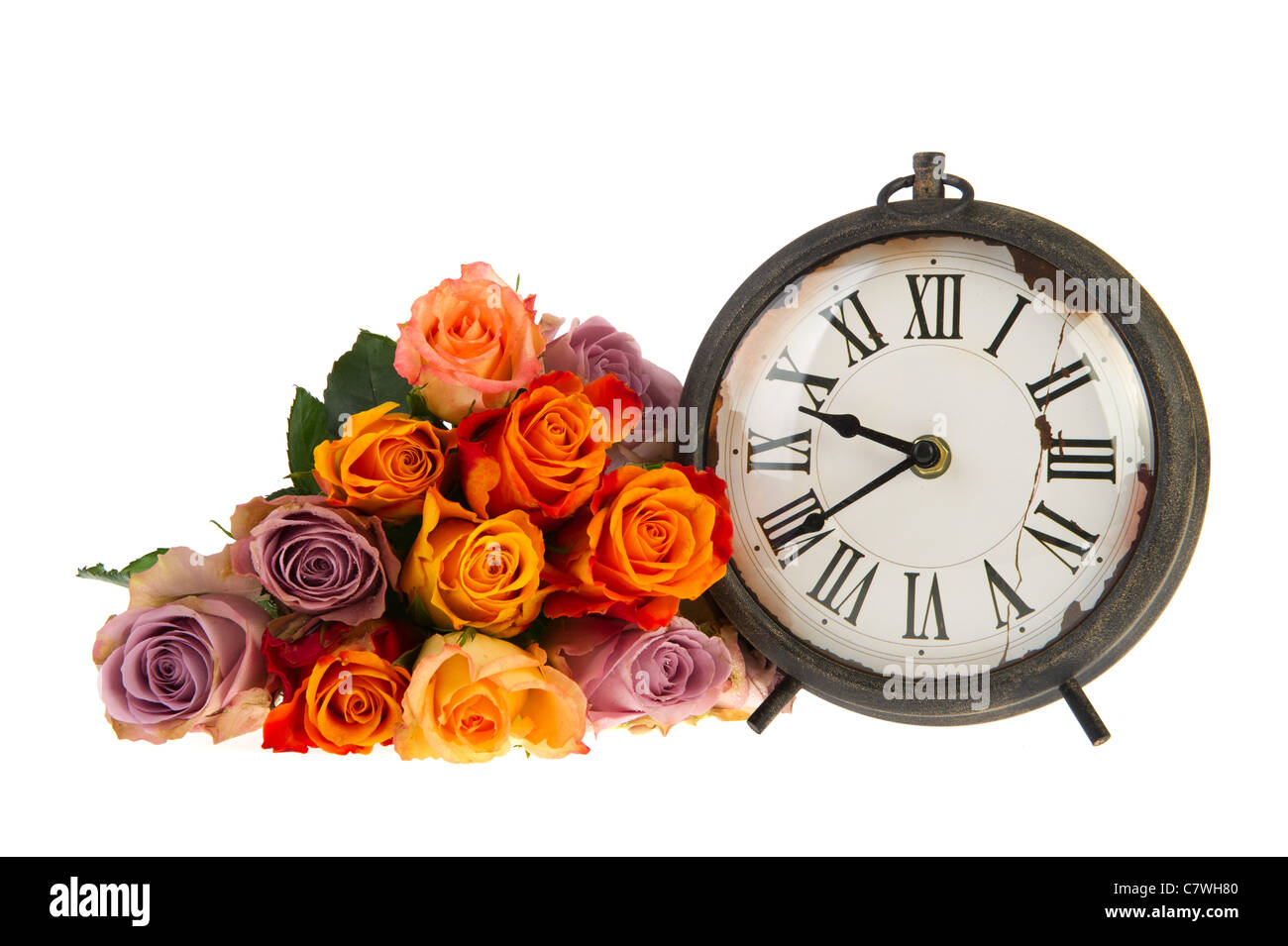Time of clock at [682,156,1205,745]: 9:39
